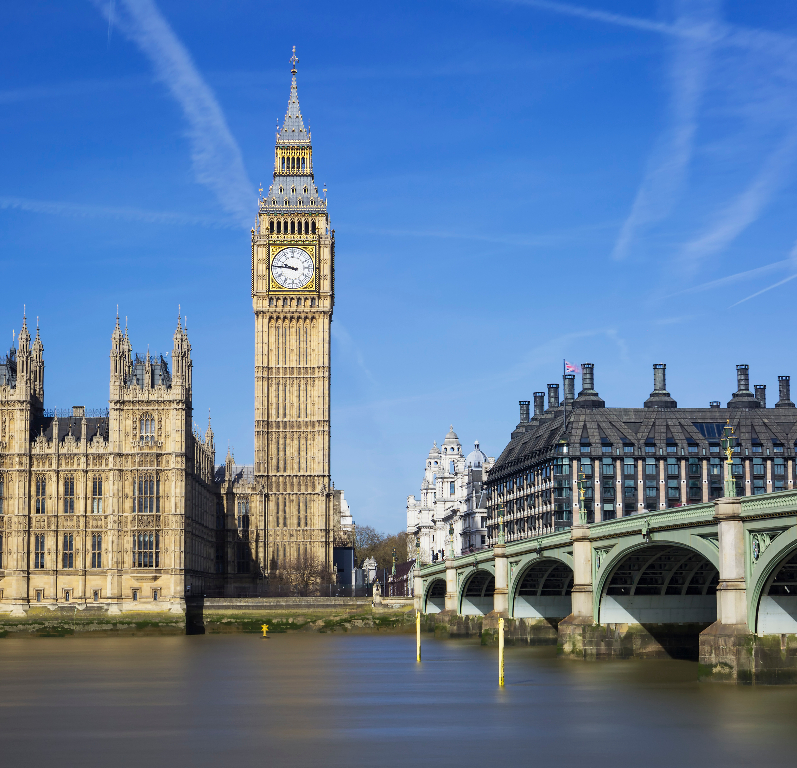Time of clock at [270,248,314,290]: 9:45
